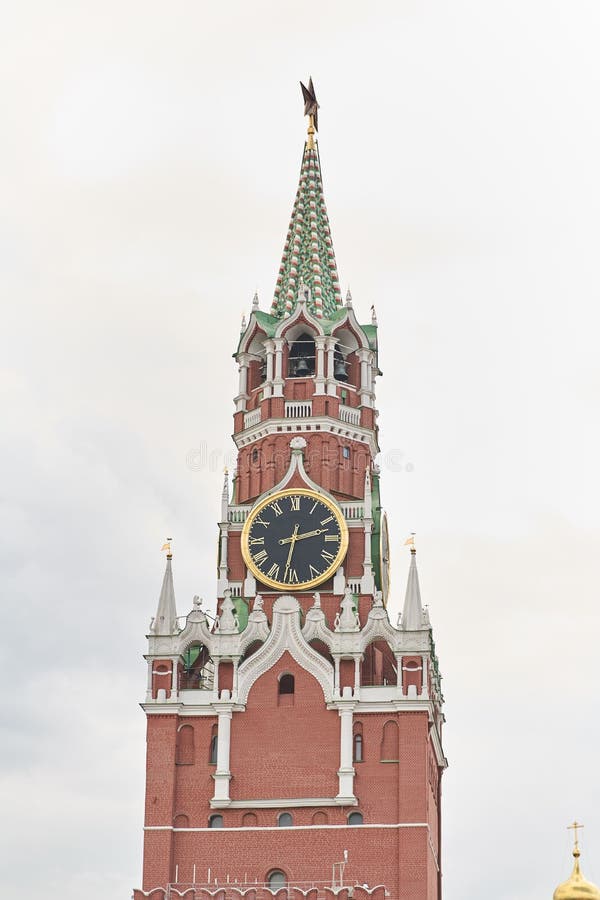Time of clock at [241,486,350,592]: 2:32
